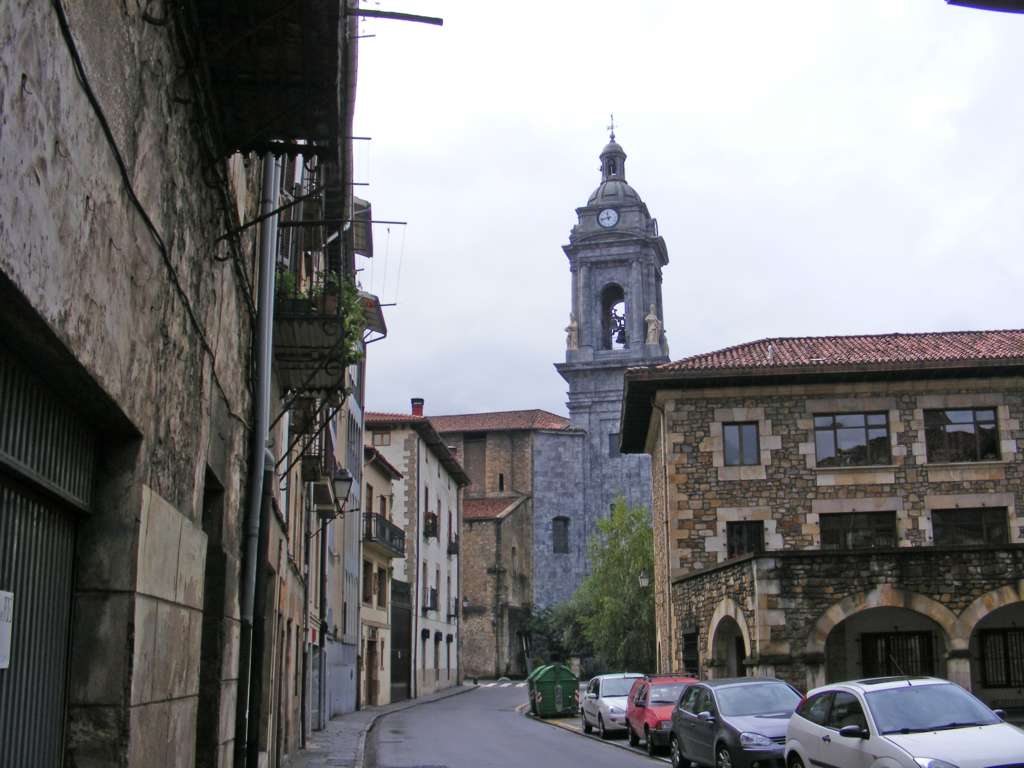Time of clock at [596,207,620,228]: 11:42
